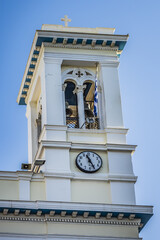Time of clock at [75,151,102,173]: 11:25
